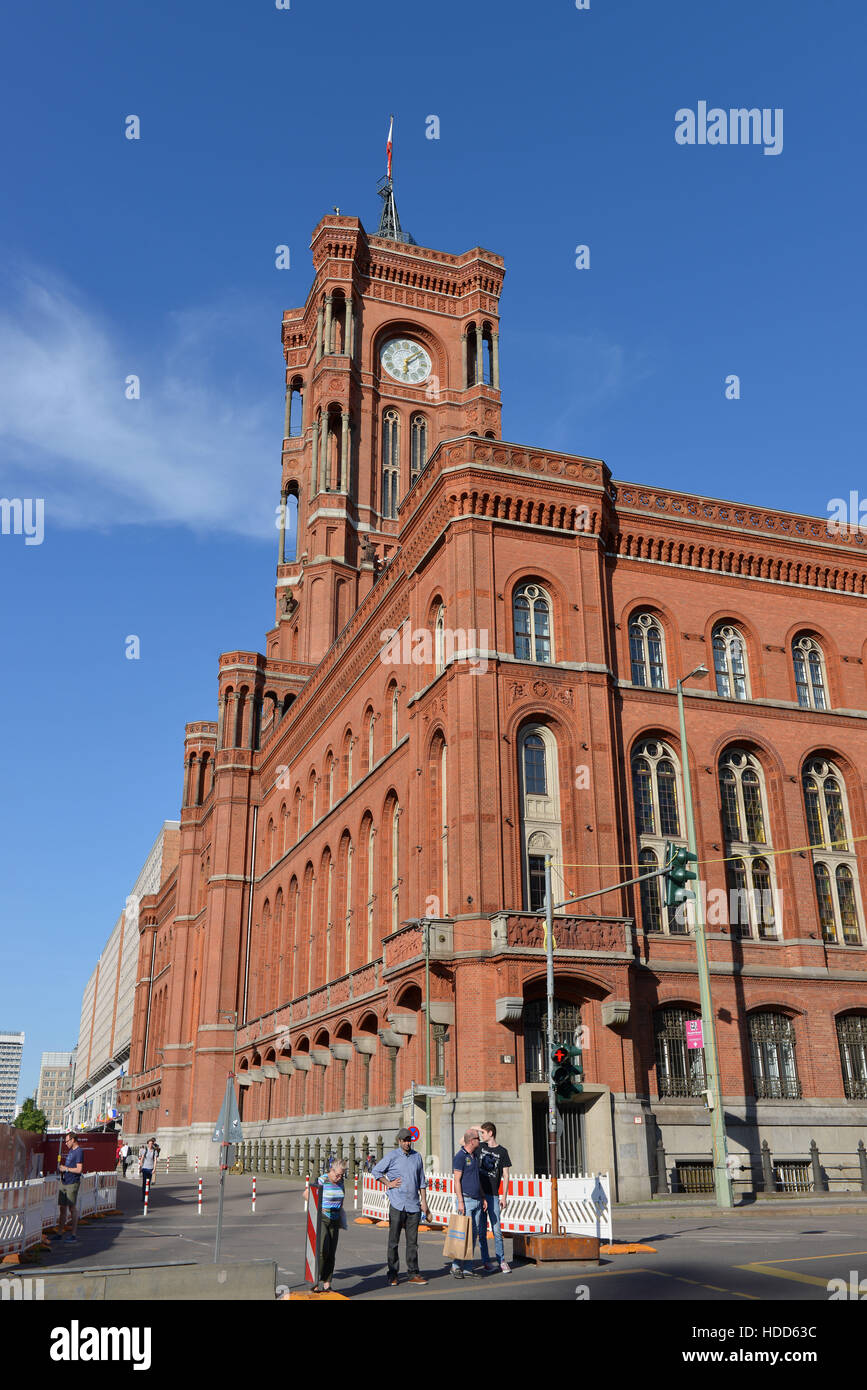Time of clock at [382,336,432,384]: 6:08
